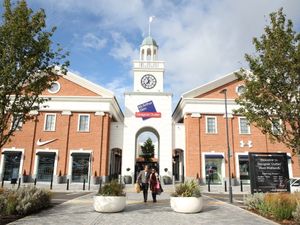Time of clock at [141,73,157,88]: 11:37
